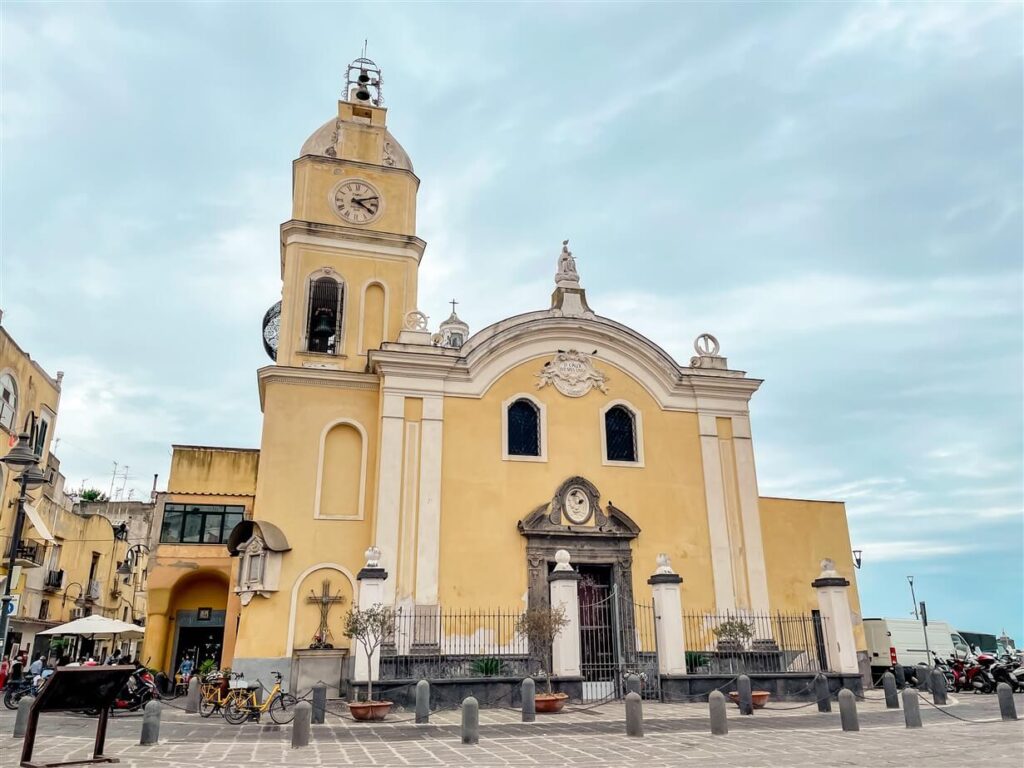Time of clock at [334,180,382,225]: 4:11
